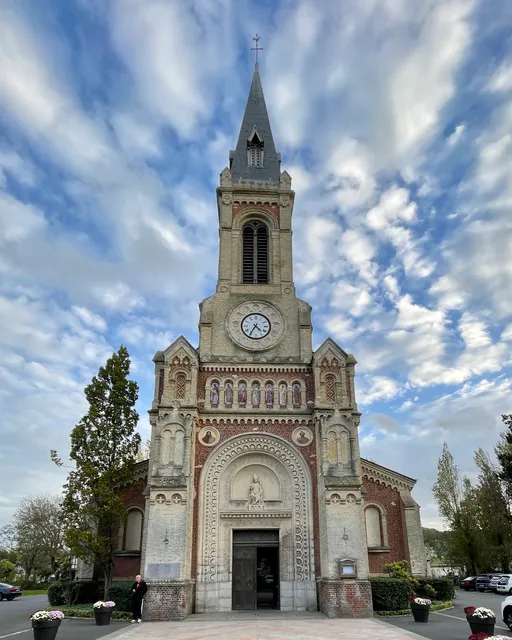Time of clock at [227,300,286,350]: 4:35
